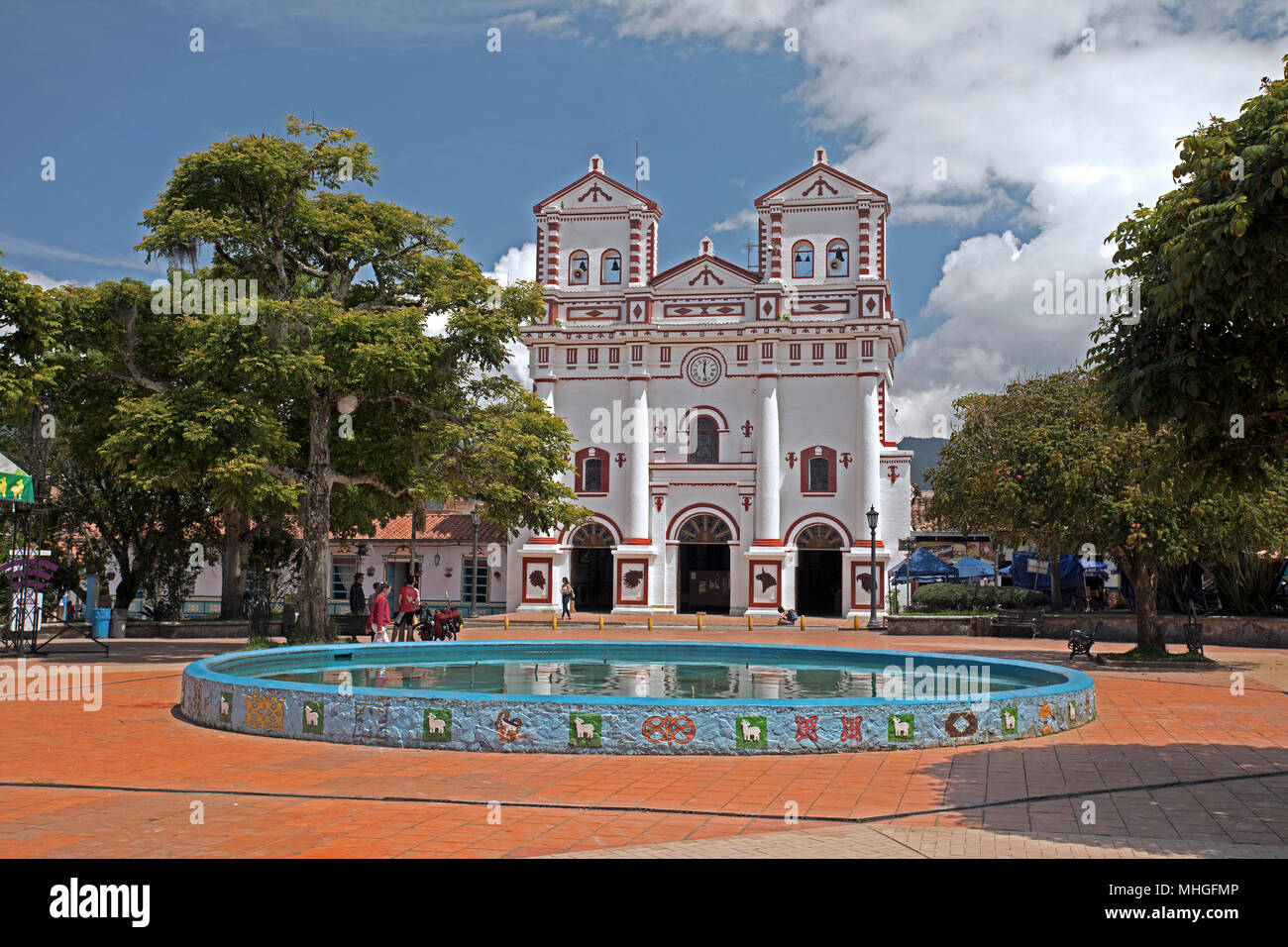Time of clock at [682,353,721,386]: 12:28
